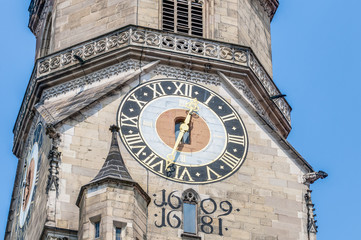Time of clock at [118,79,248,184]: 12:32
